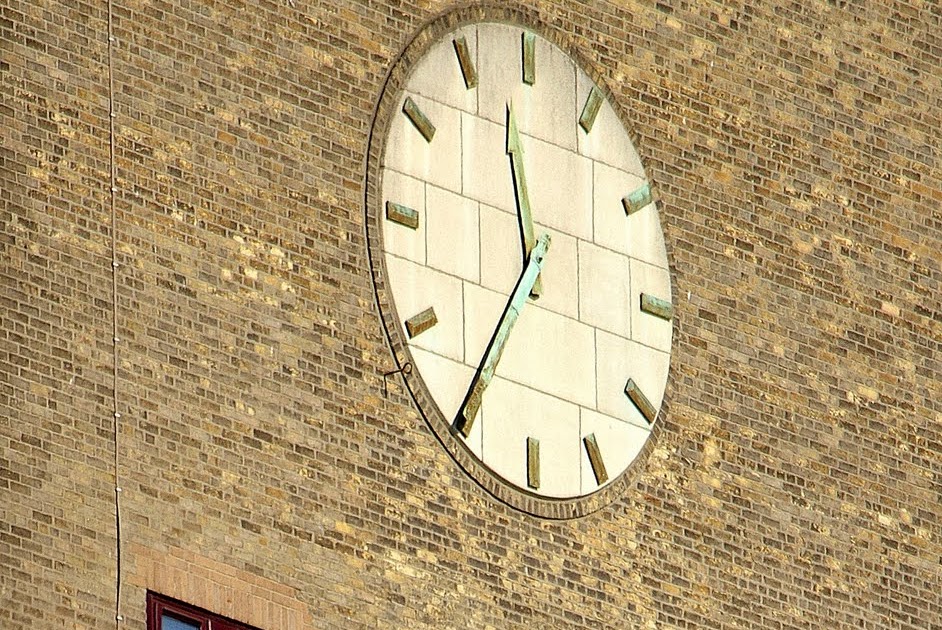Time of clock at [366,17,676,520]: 11:35
